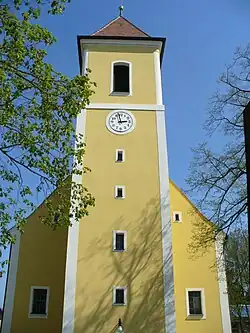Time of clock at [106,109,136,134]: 2:58
